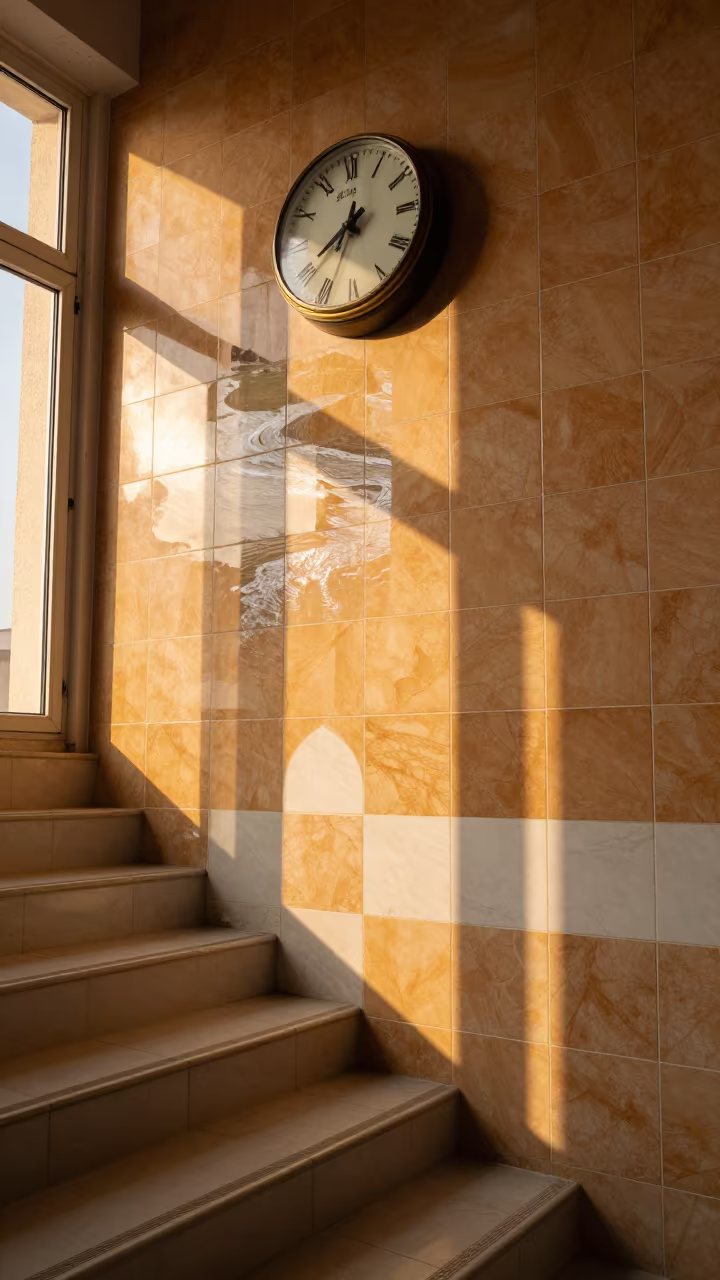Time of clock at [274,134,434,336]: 8:01
